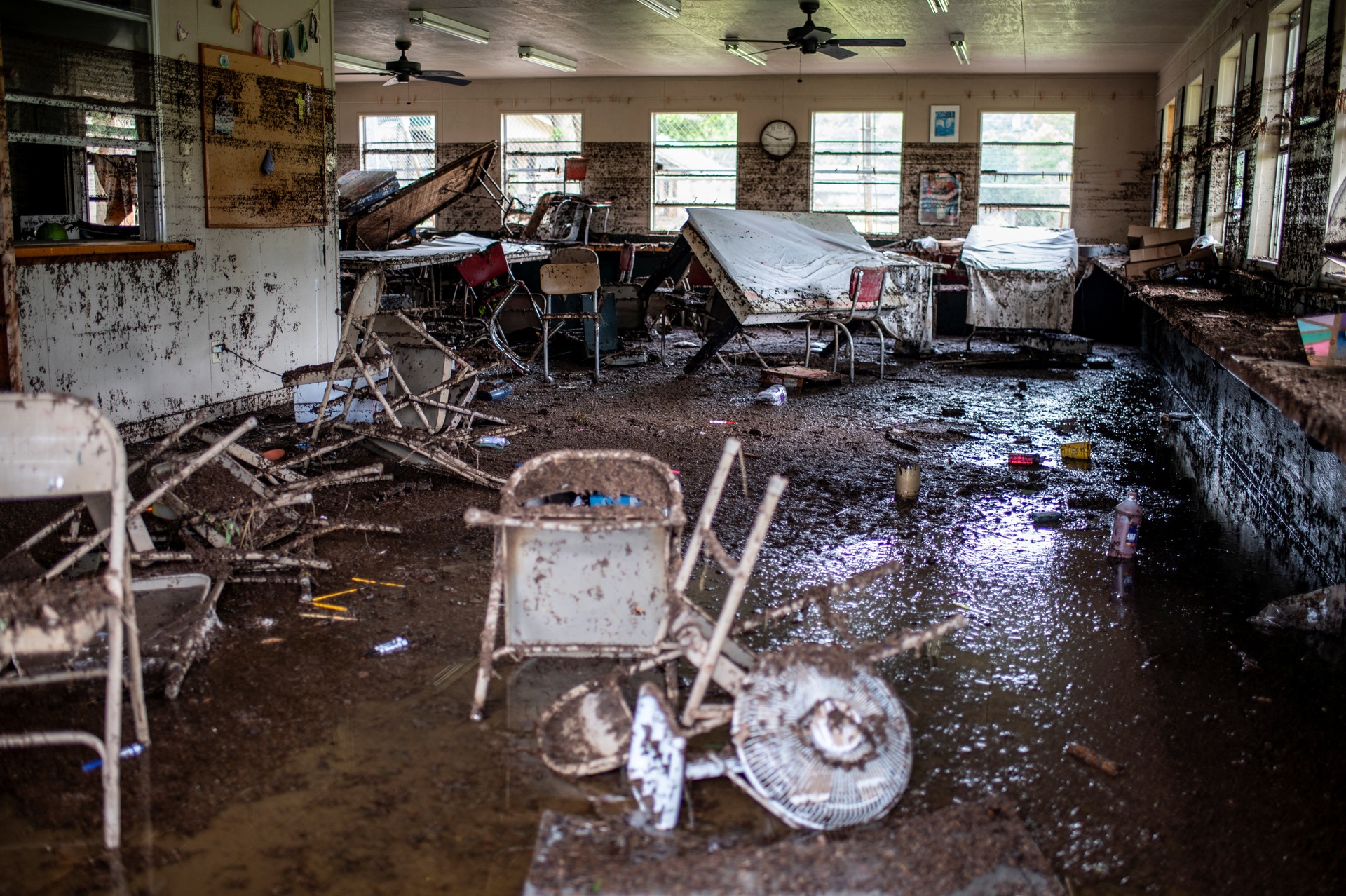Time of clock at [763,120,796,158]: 2:48
